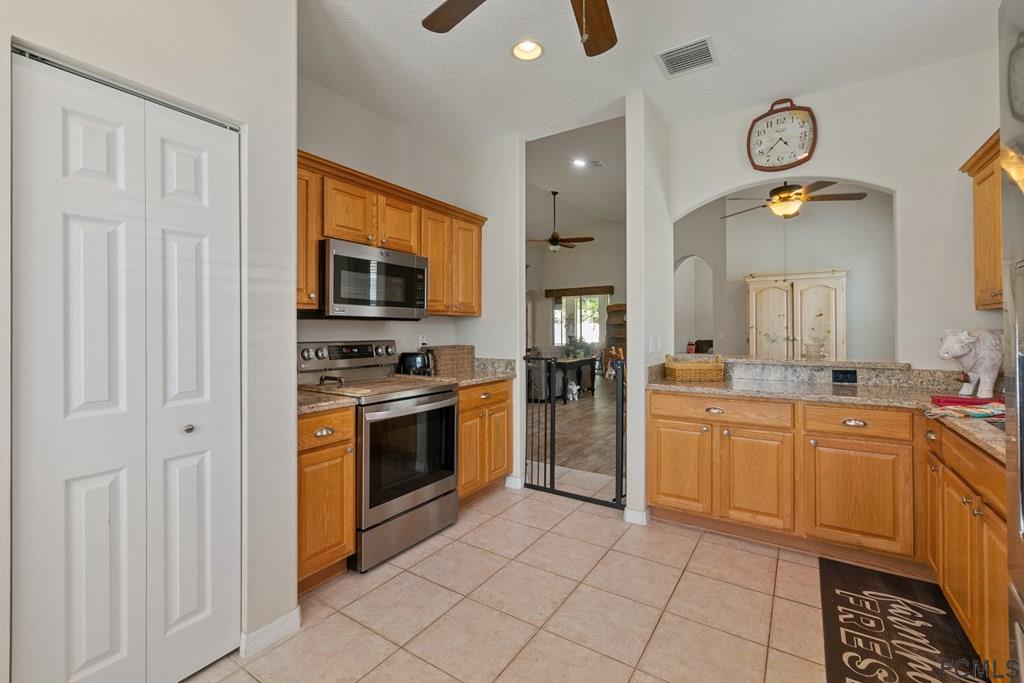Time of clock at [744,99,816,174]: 4:37
